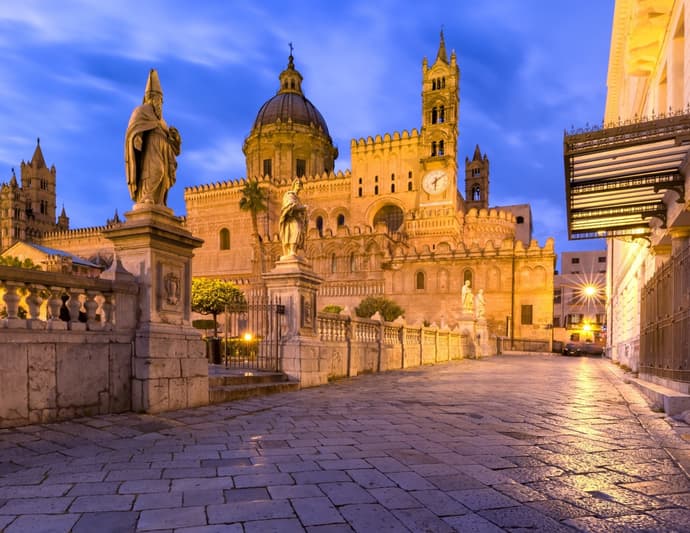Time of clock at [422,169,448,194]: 6:08
